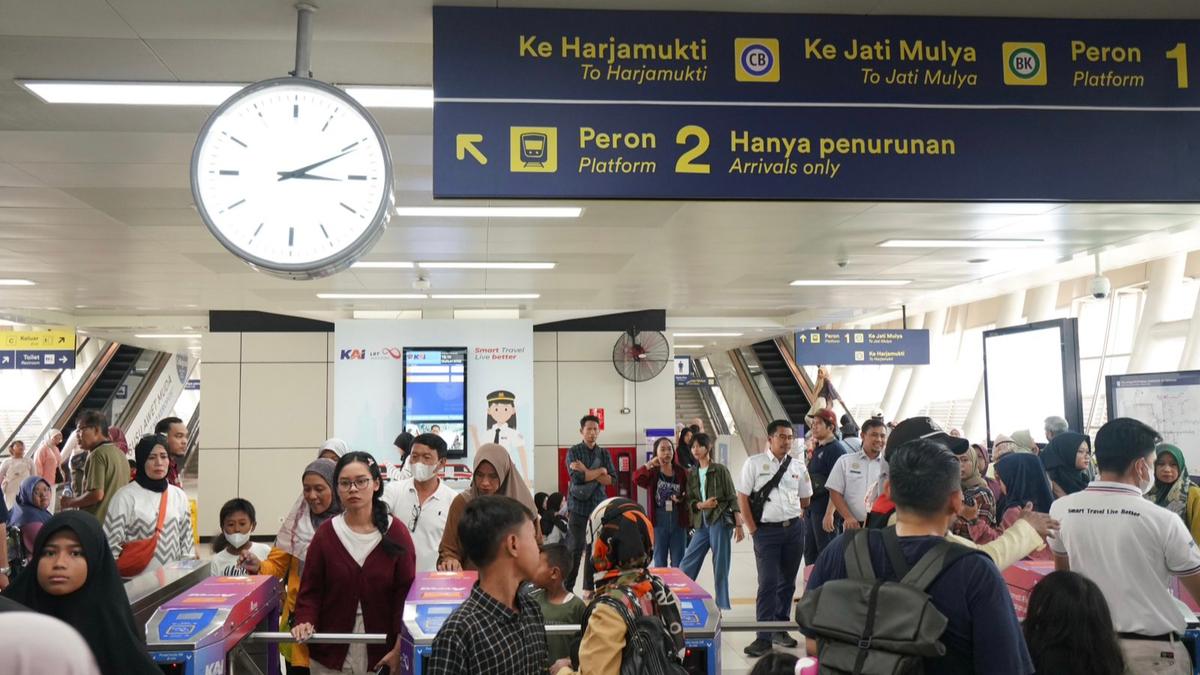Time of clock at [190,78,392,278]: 3:10
